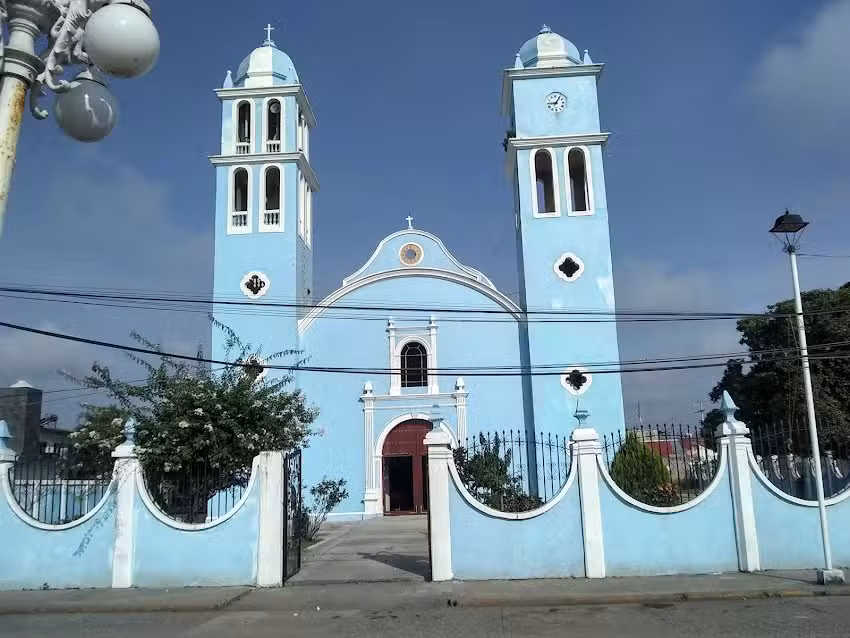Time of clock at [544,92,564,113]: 9:05
